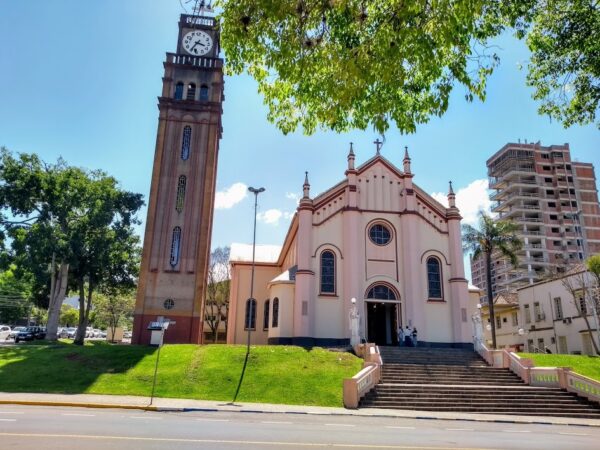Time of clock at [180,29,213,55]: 3:35
